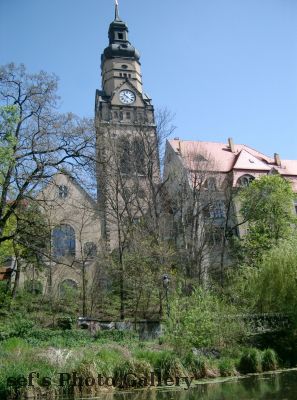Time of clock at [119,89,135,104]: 10:21
